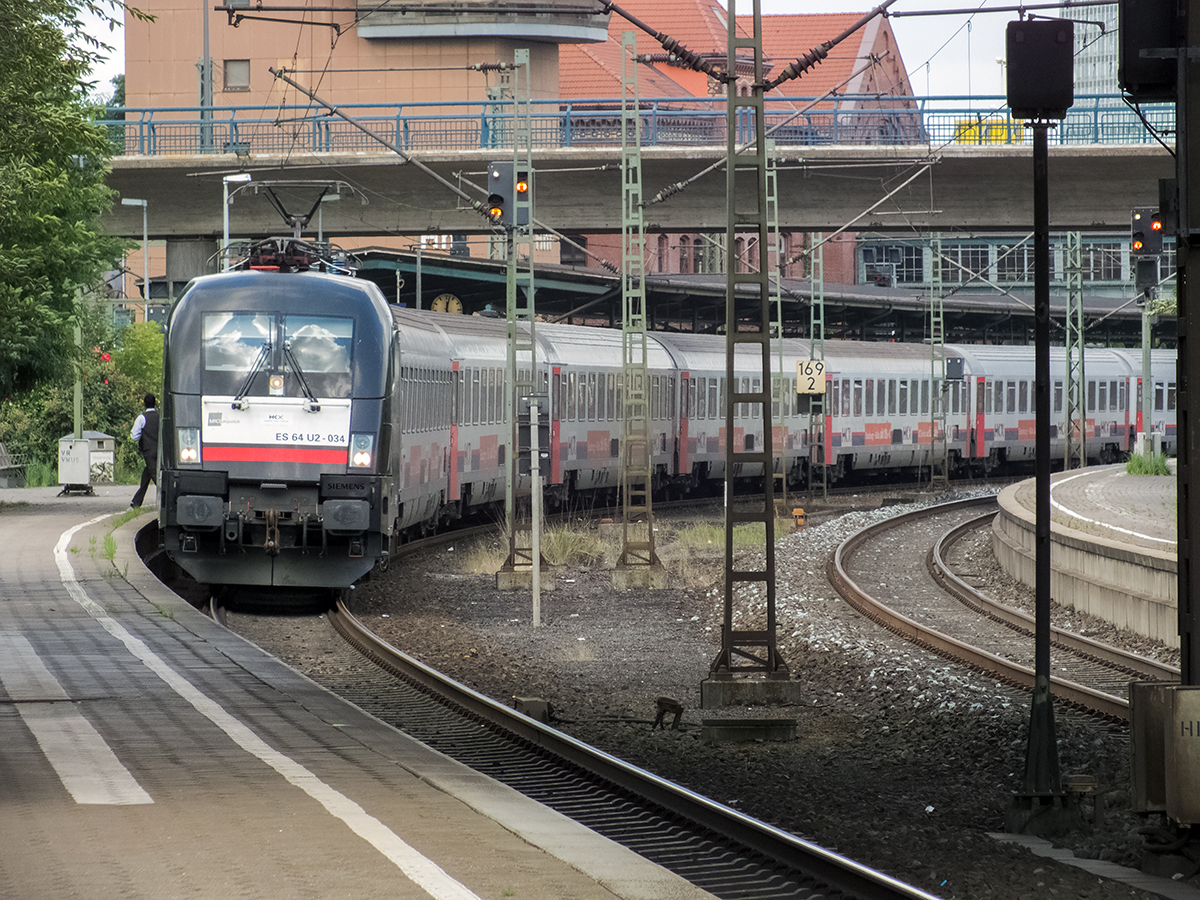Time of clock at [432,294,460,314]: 12:02
